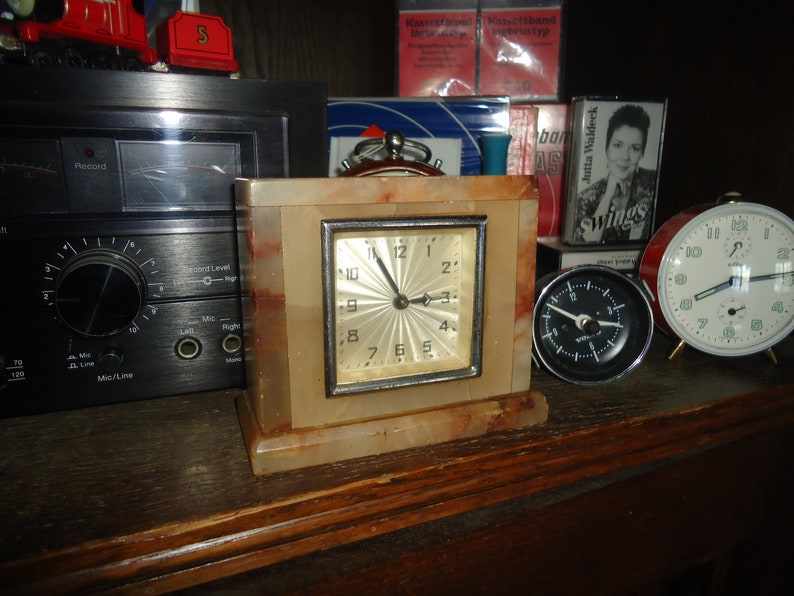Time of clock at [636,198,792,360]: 8:14
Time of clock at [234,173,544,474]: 2:54
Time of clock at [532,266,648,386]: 2:48
